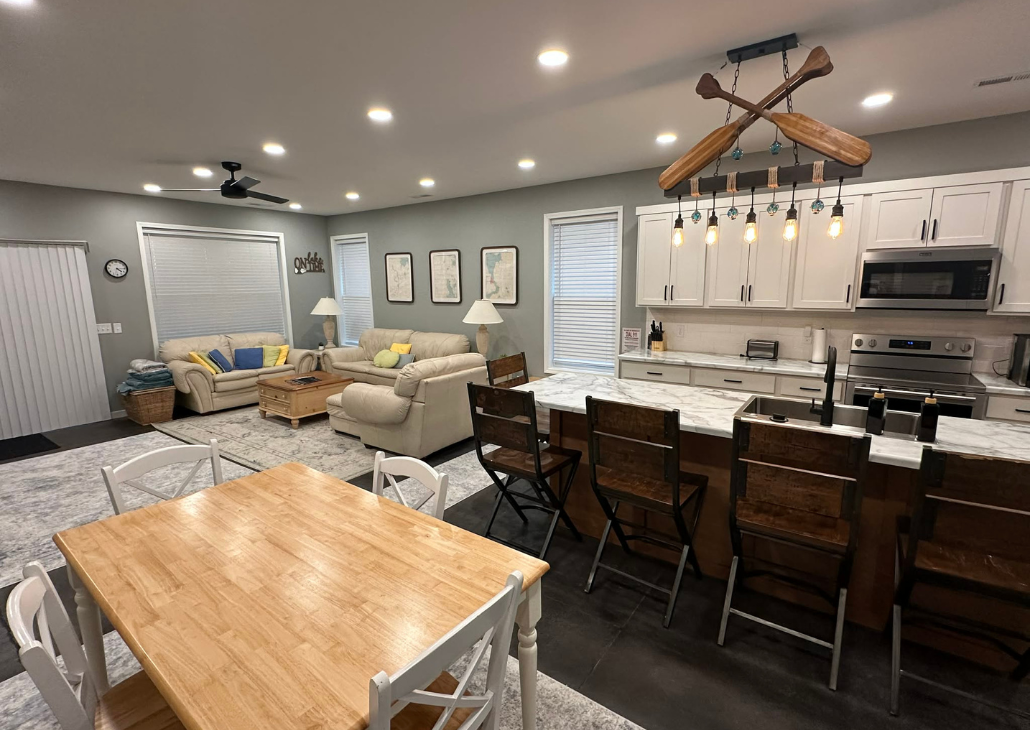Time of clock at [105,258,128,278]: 4:14
